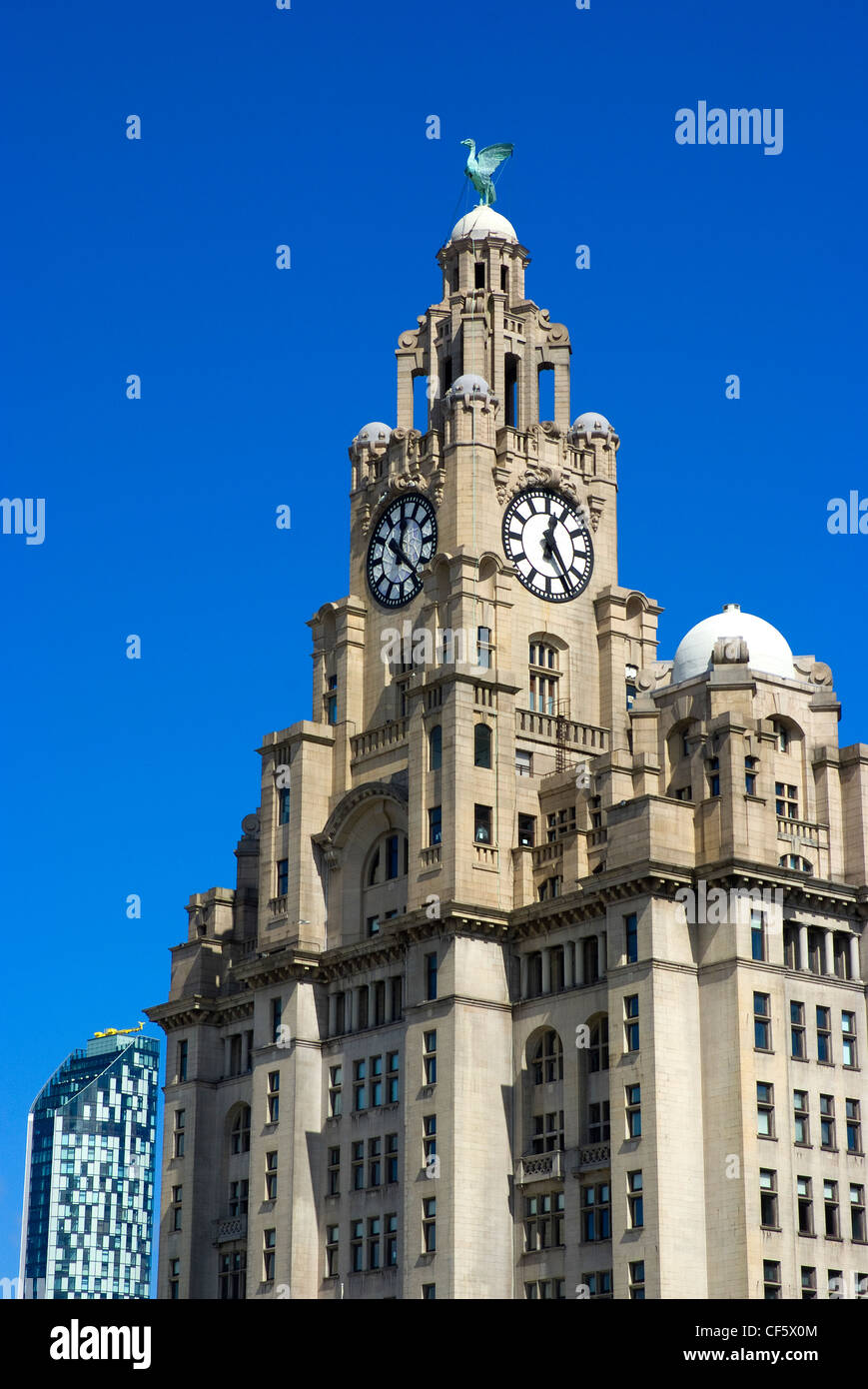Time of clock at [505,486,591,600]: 12:24
